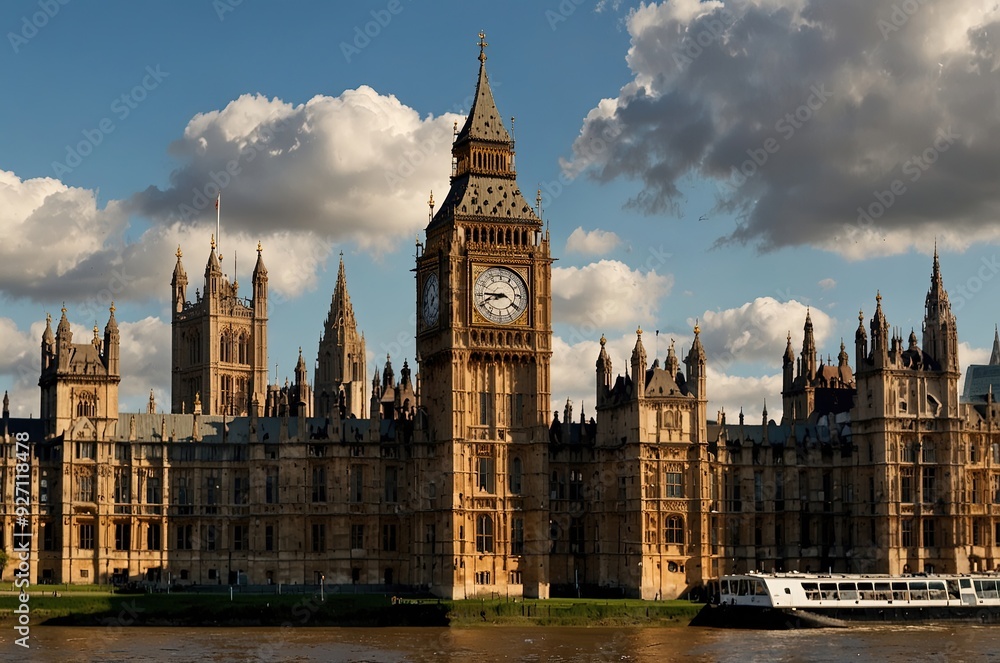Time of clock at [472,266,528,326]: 8:45
